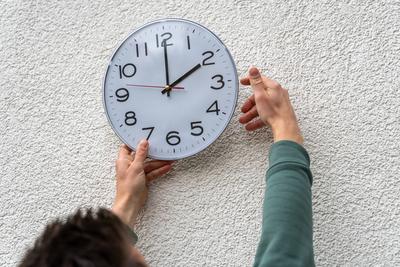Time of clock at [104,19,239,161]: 2:00
